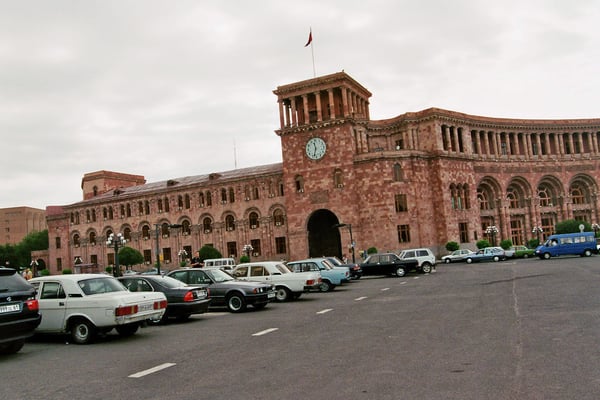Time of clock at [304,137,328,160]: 11:32
